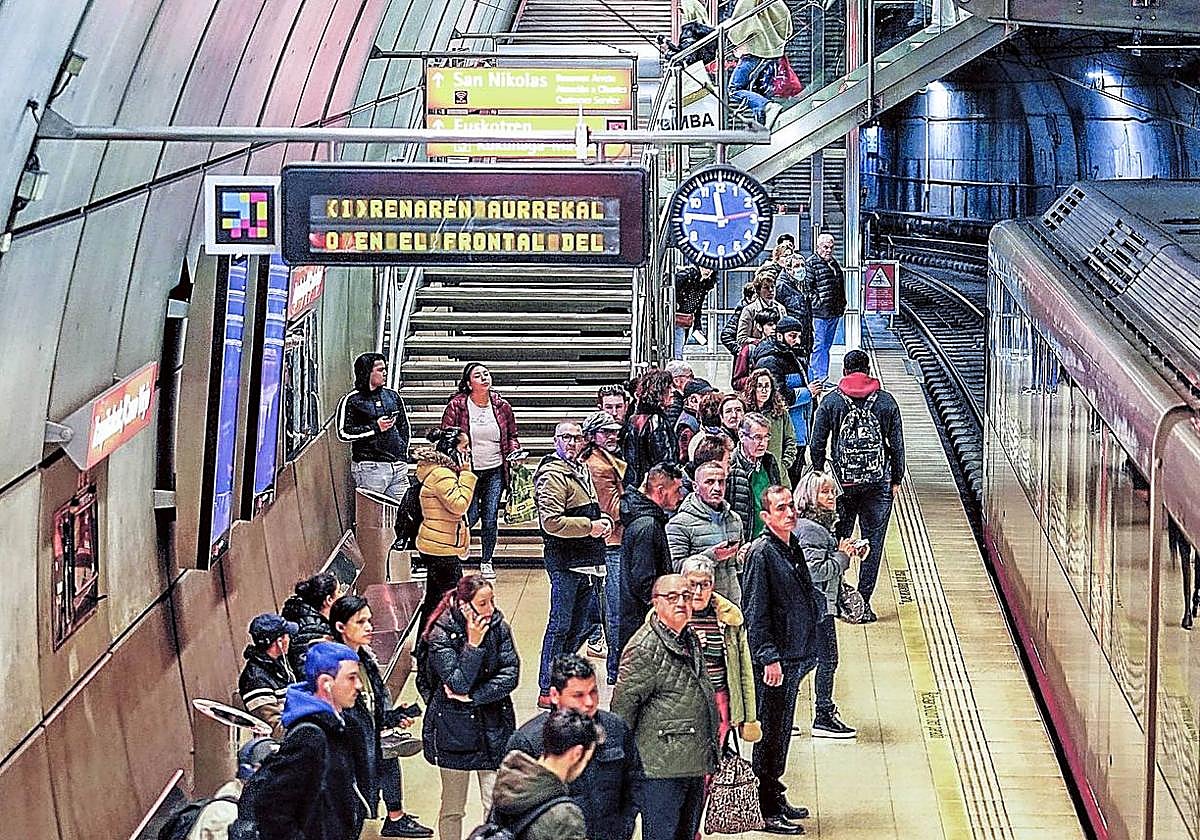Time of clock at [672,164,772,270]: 11:46
